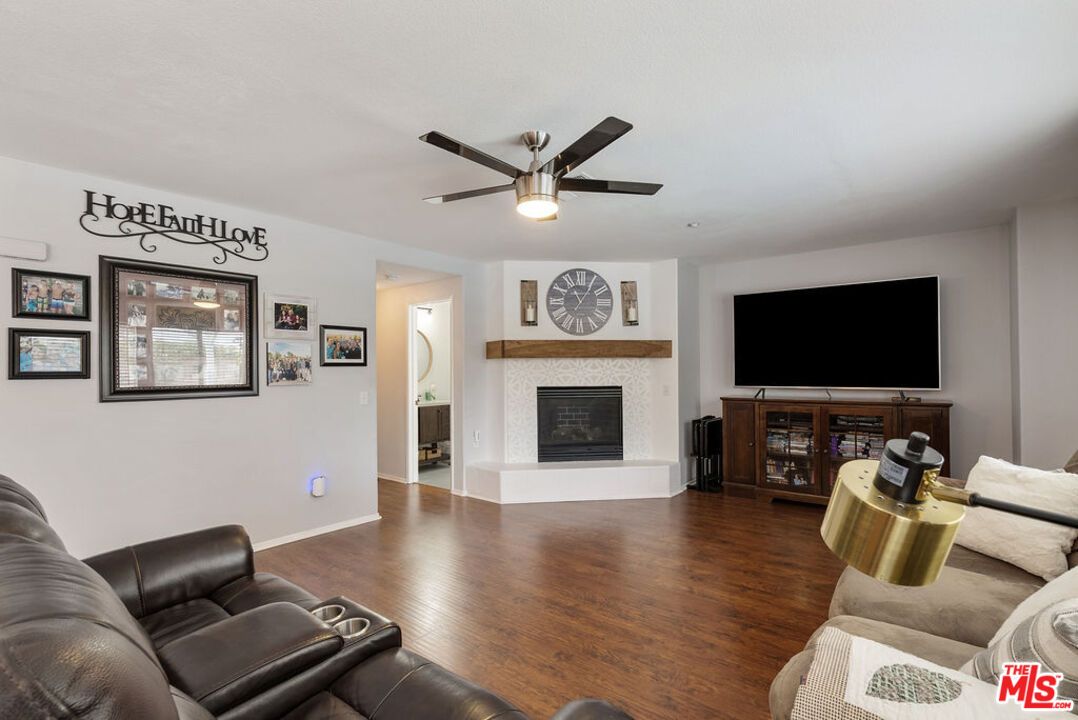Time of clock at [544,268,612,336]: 11:05
